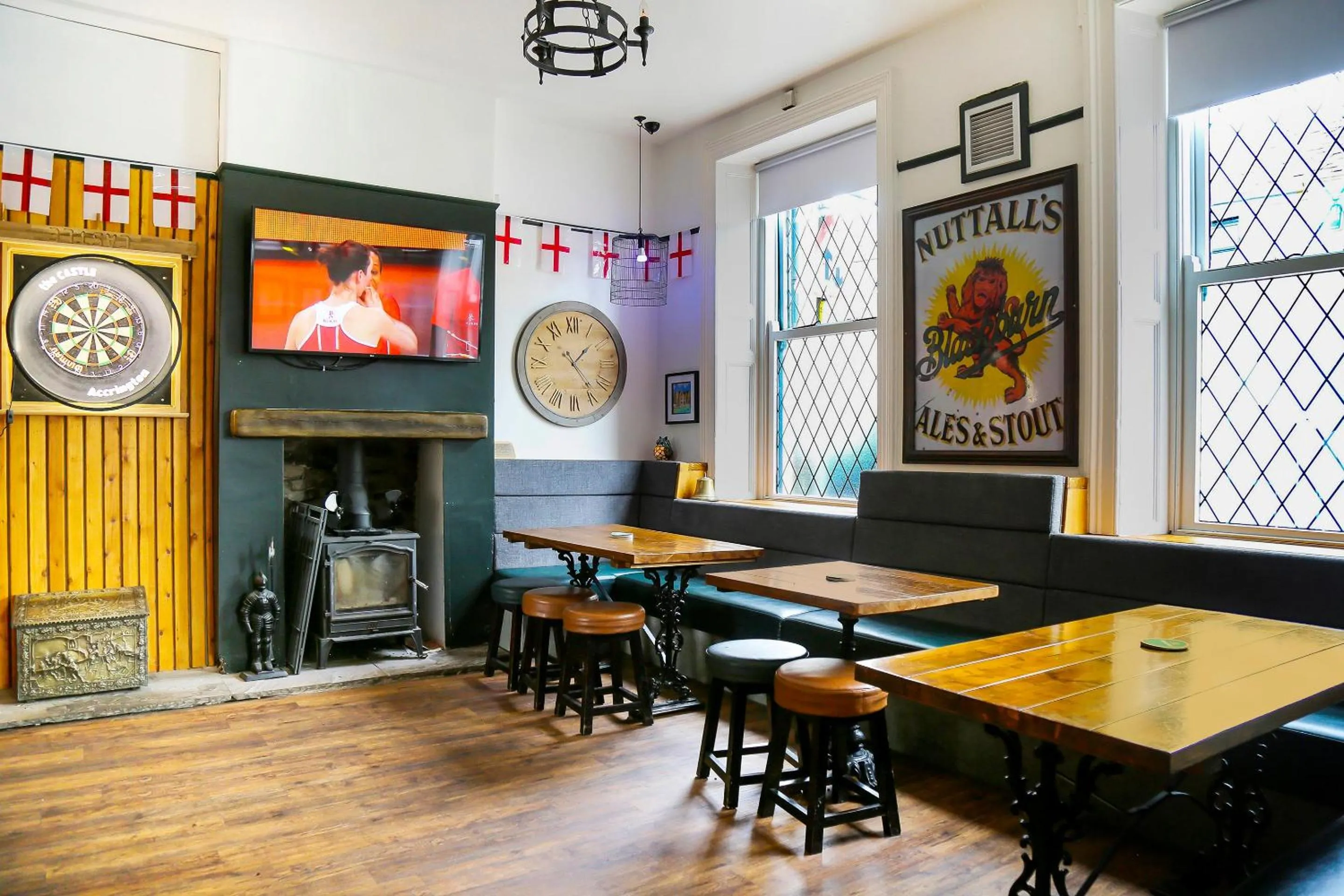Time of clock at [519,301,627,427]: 1:23
